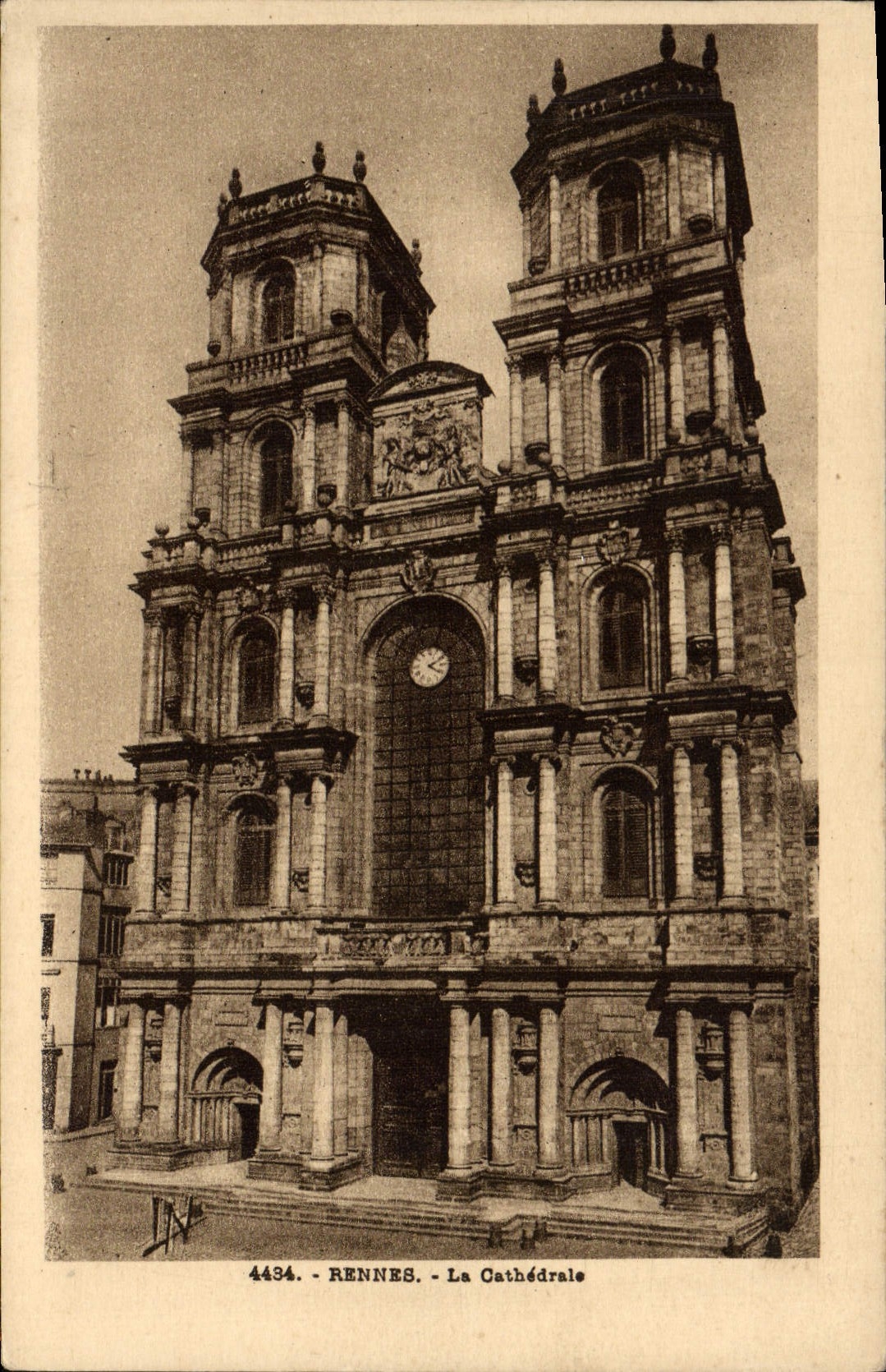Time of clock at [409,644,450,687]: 4:10
